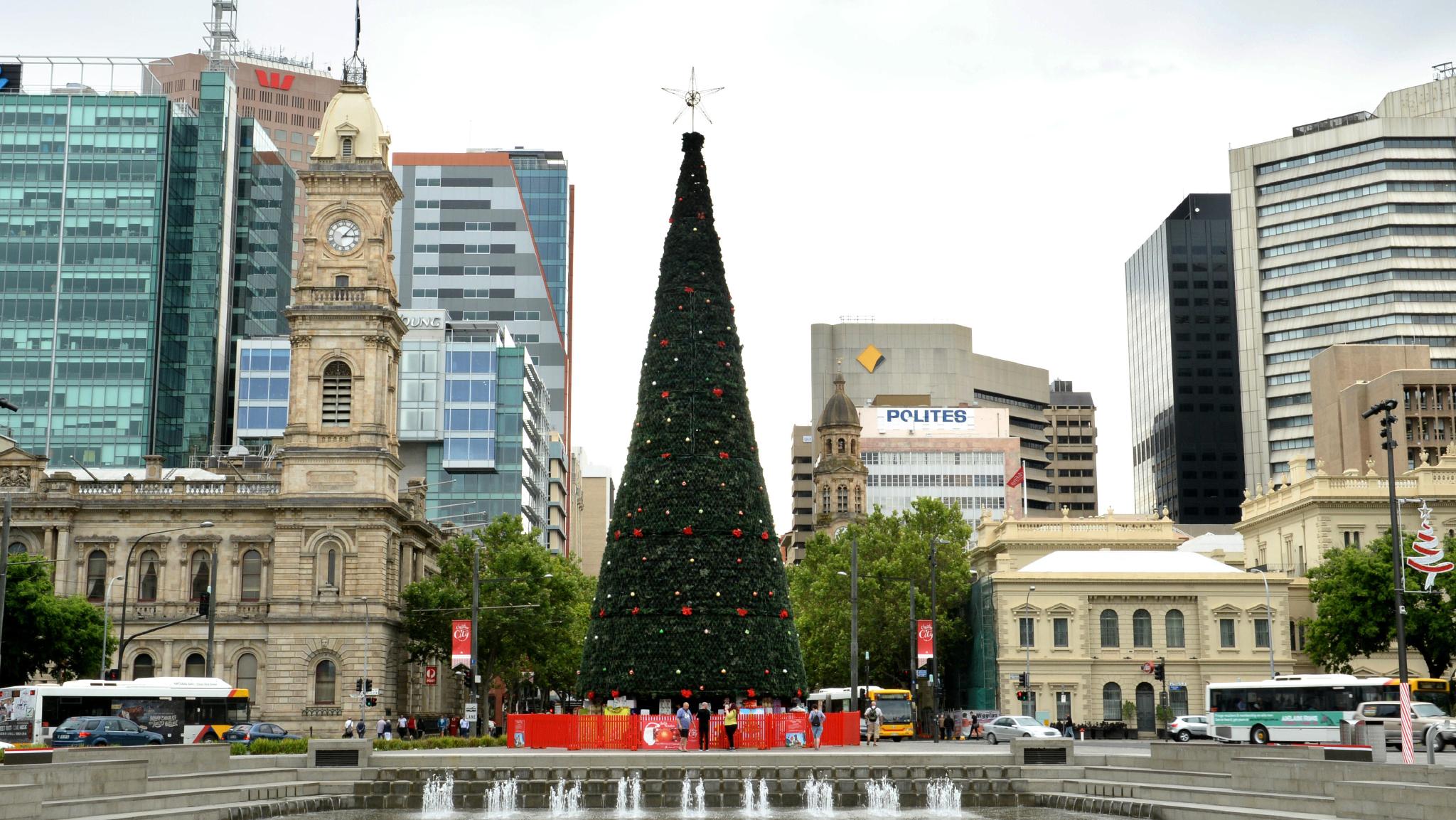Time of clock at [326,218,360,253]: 3:07
